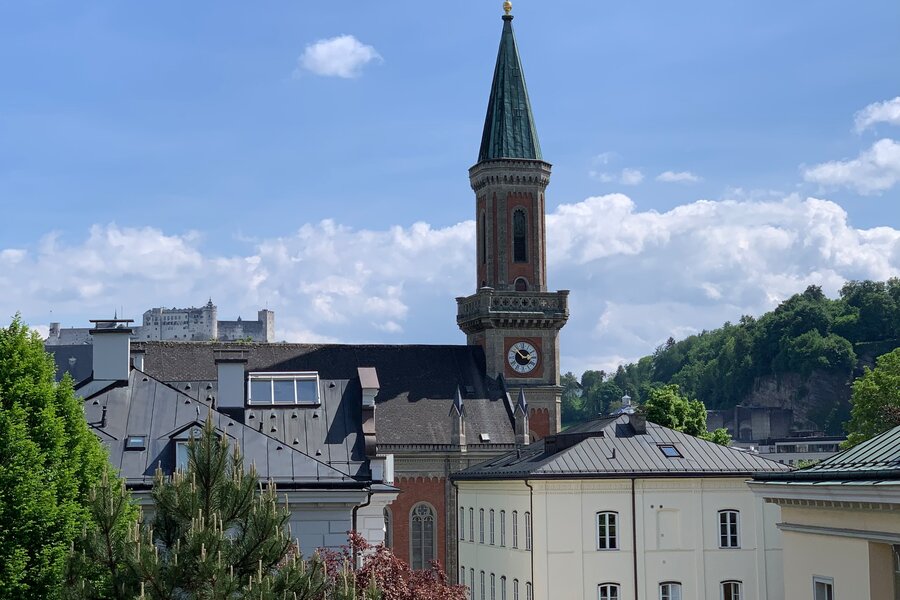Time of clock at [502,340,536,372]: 2:52
